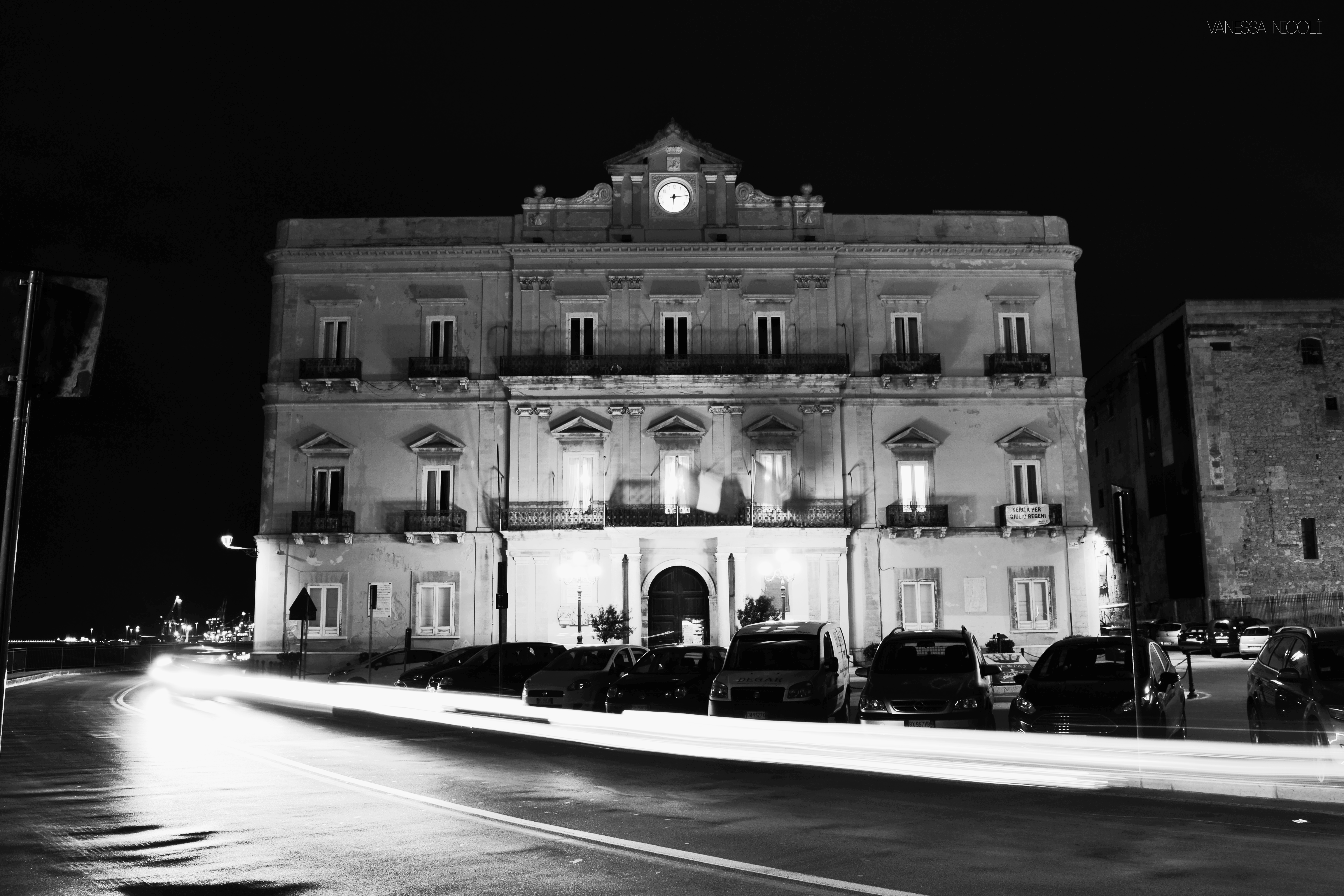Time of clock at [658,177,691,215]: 6:13
